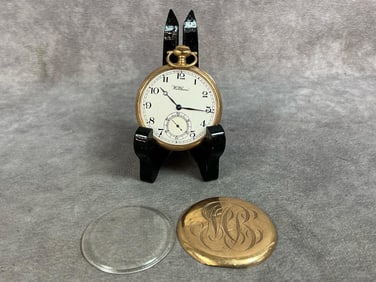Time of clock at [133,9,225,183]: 10:15
